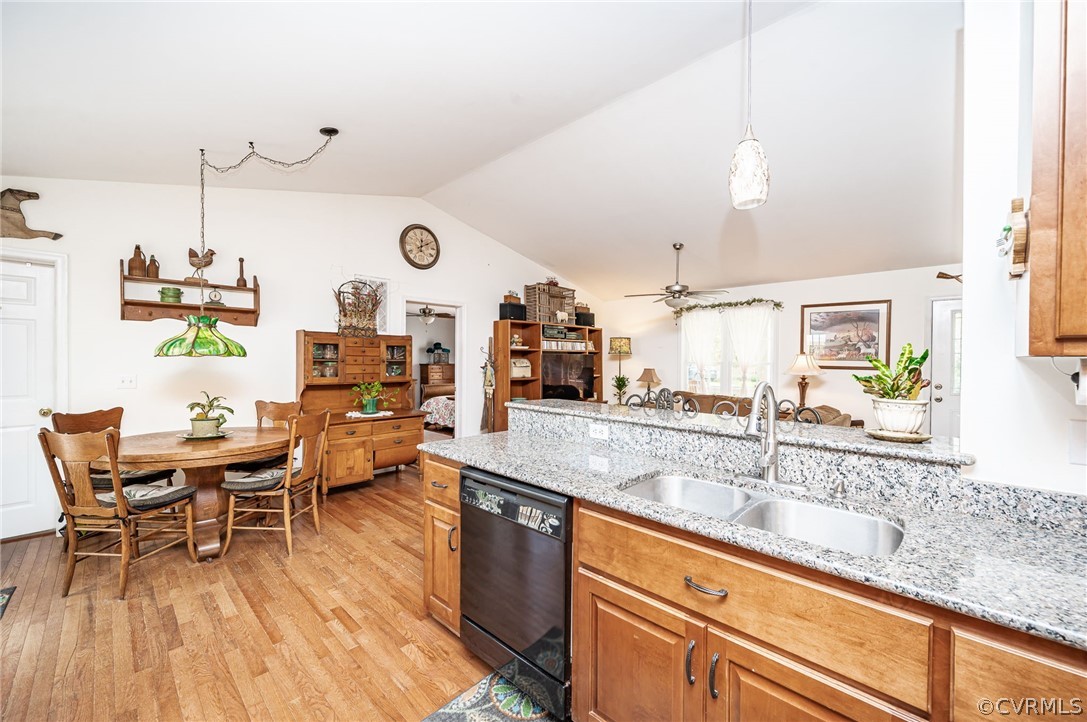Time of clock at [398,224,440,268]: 12:10
